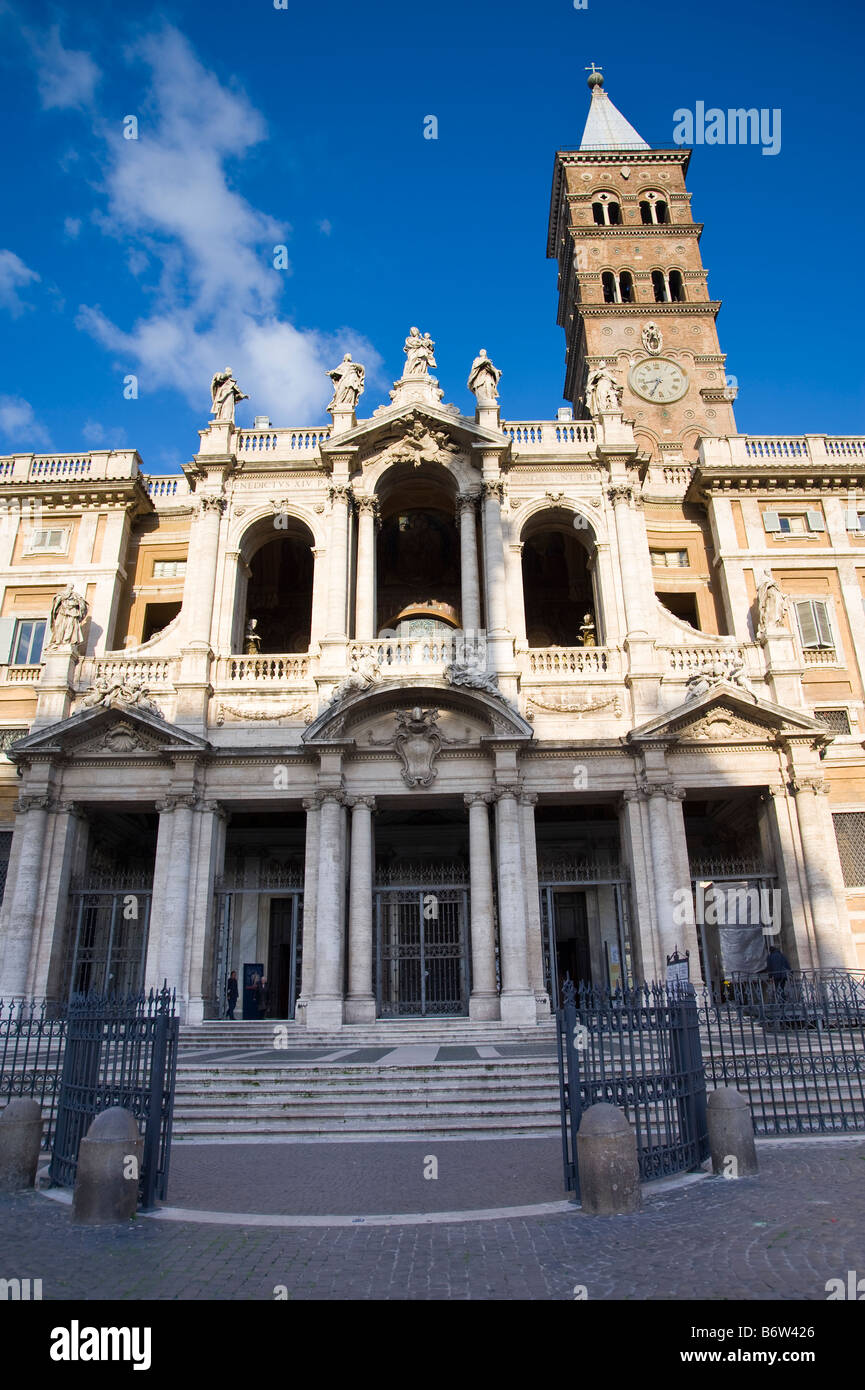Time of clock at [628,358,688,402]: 8:34
